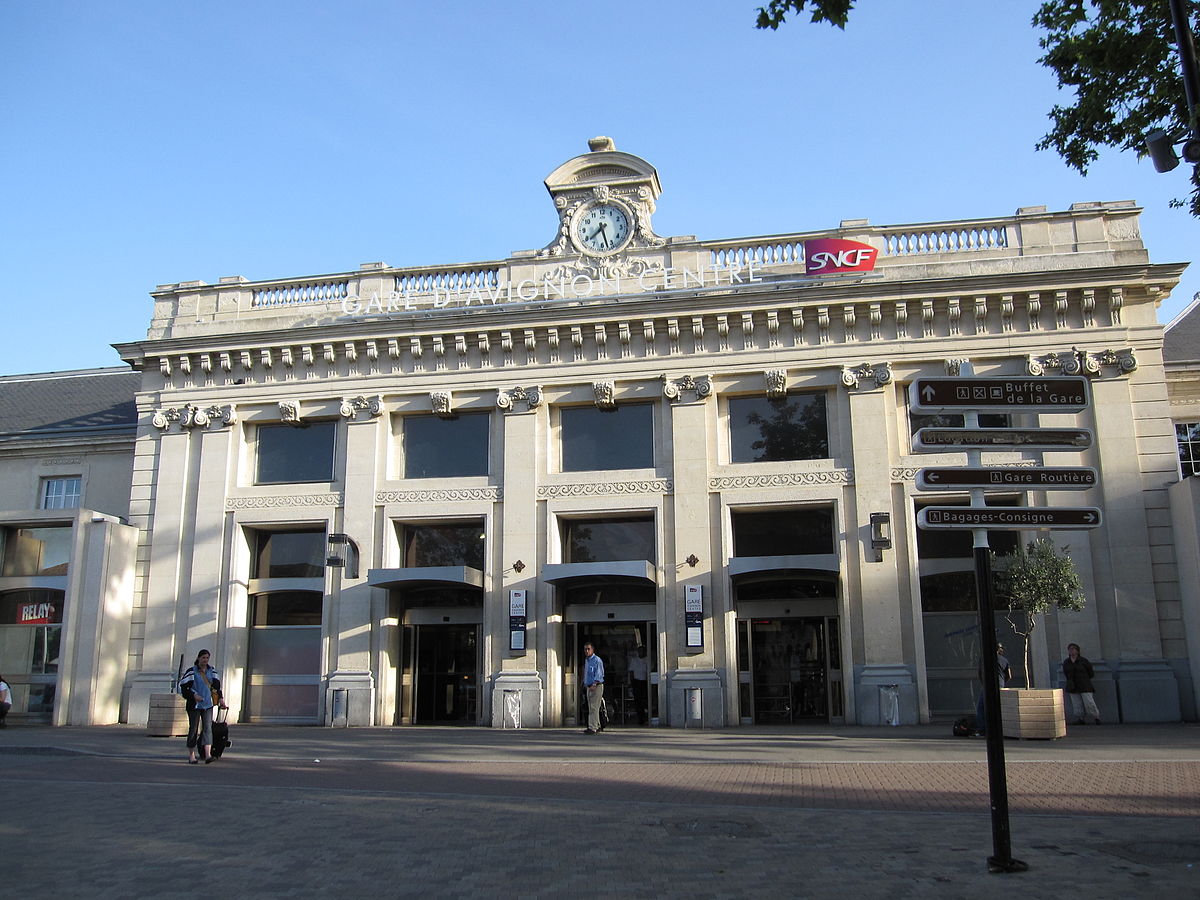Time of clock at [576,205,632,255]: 7:27
